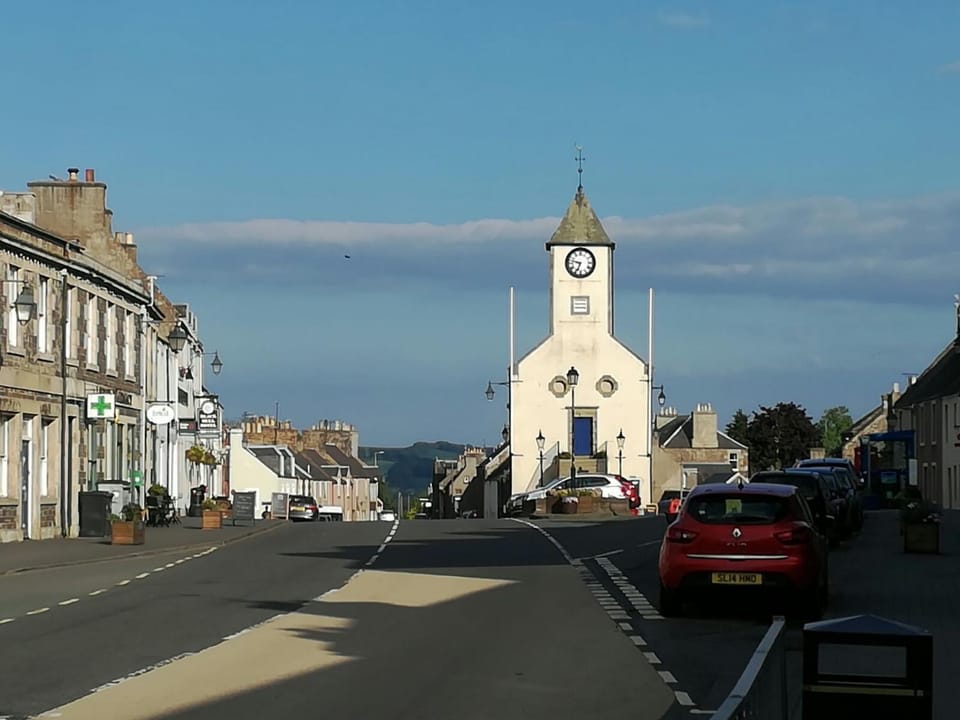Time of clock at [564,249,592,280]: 6:47
